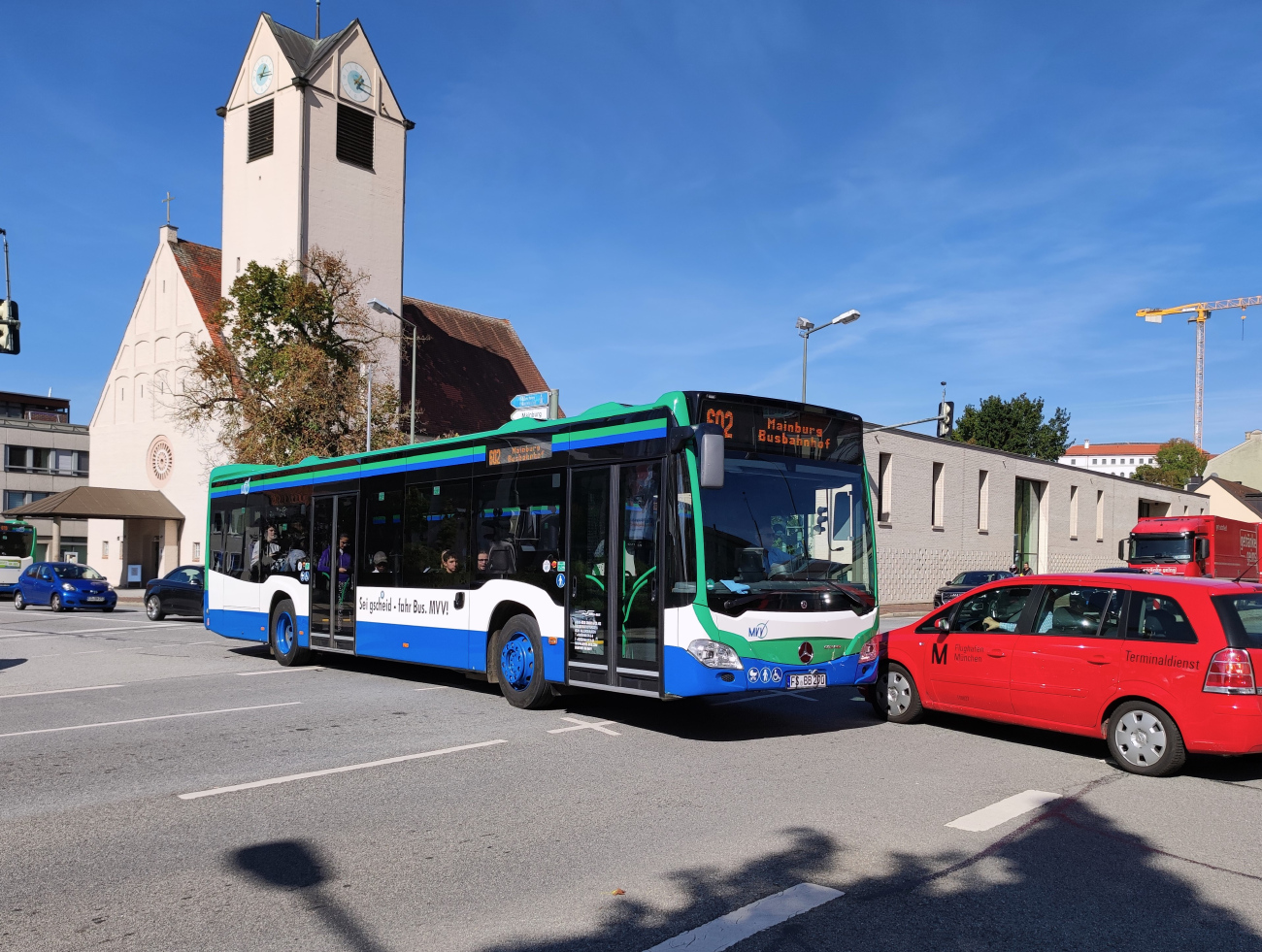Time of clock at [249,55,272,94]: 1:16
